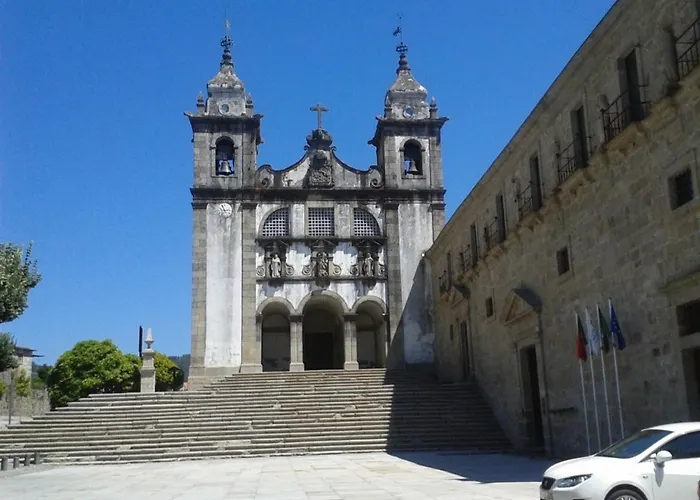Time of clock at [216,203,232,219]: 2:56
